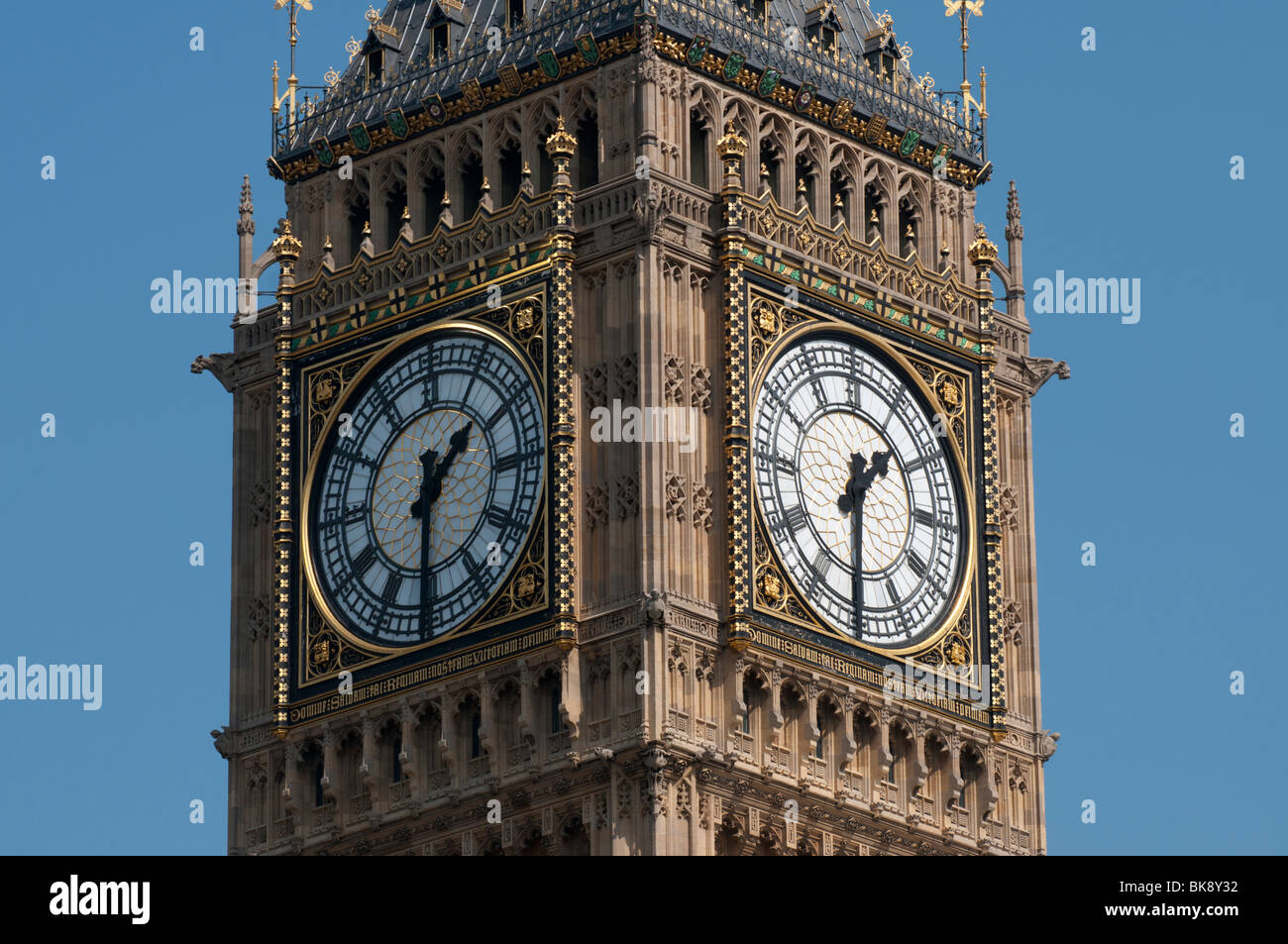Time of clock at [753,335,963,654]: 1:30
